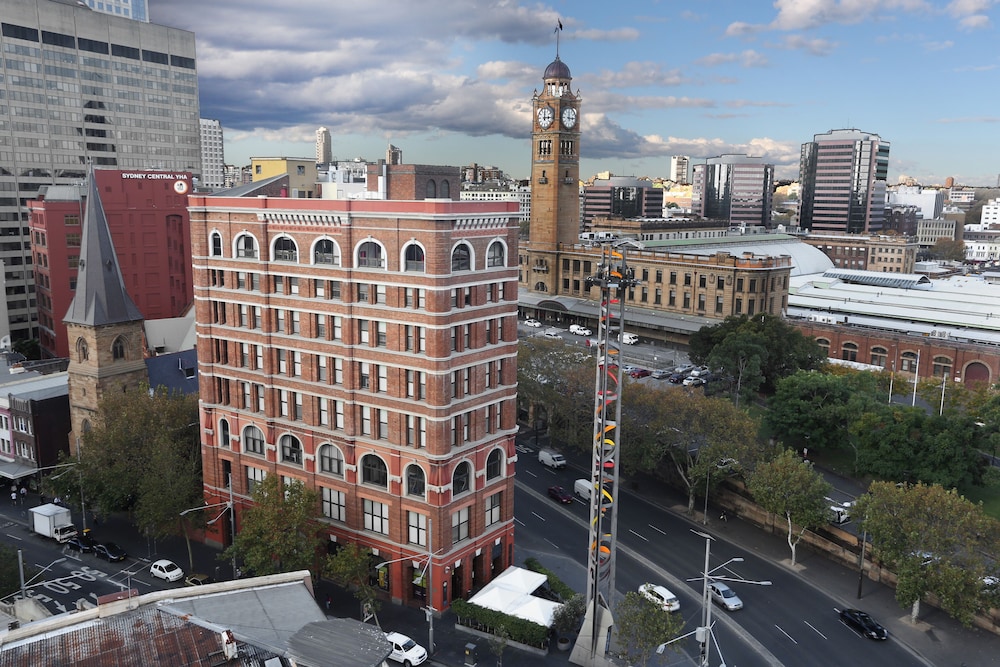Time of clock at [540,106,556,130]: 12:14
